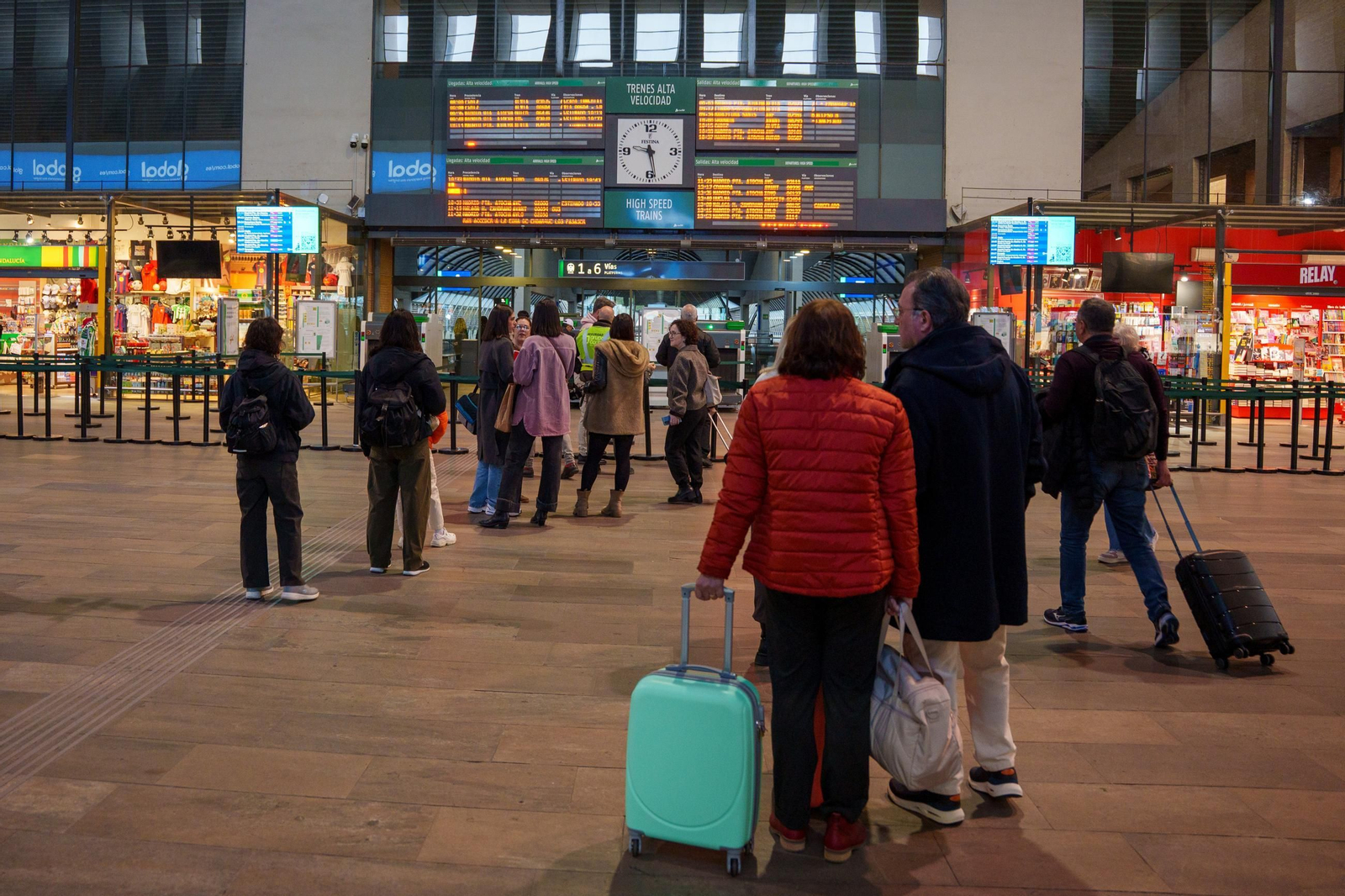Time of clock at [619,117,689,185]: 9:28
